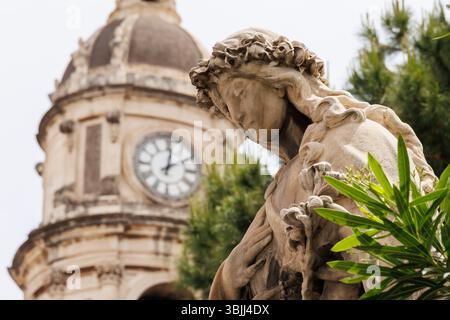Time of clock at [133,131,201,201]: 2:01
